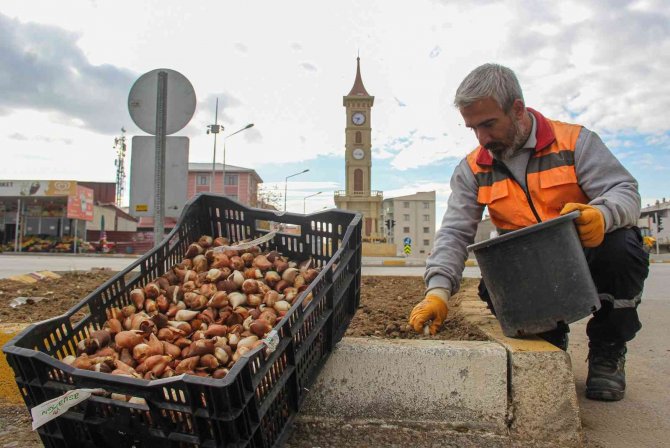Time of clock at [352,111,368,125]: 9:34
